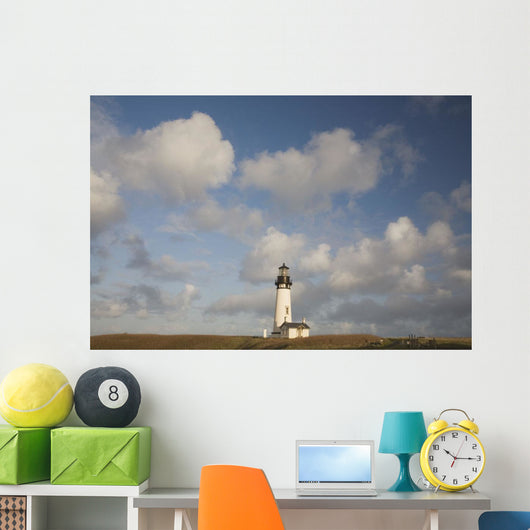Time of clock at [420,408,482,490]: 10:15
